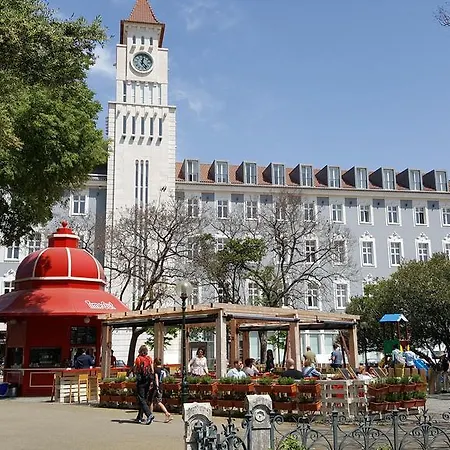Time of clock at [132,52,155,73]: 12:23
